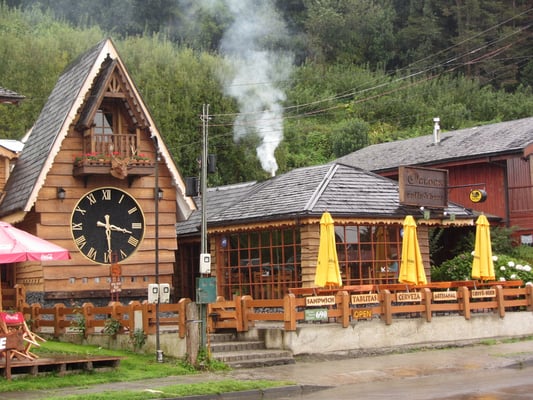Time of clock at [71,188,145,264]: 3:29
